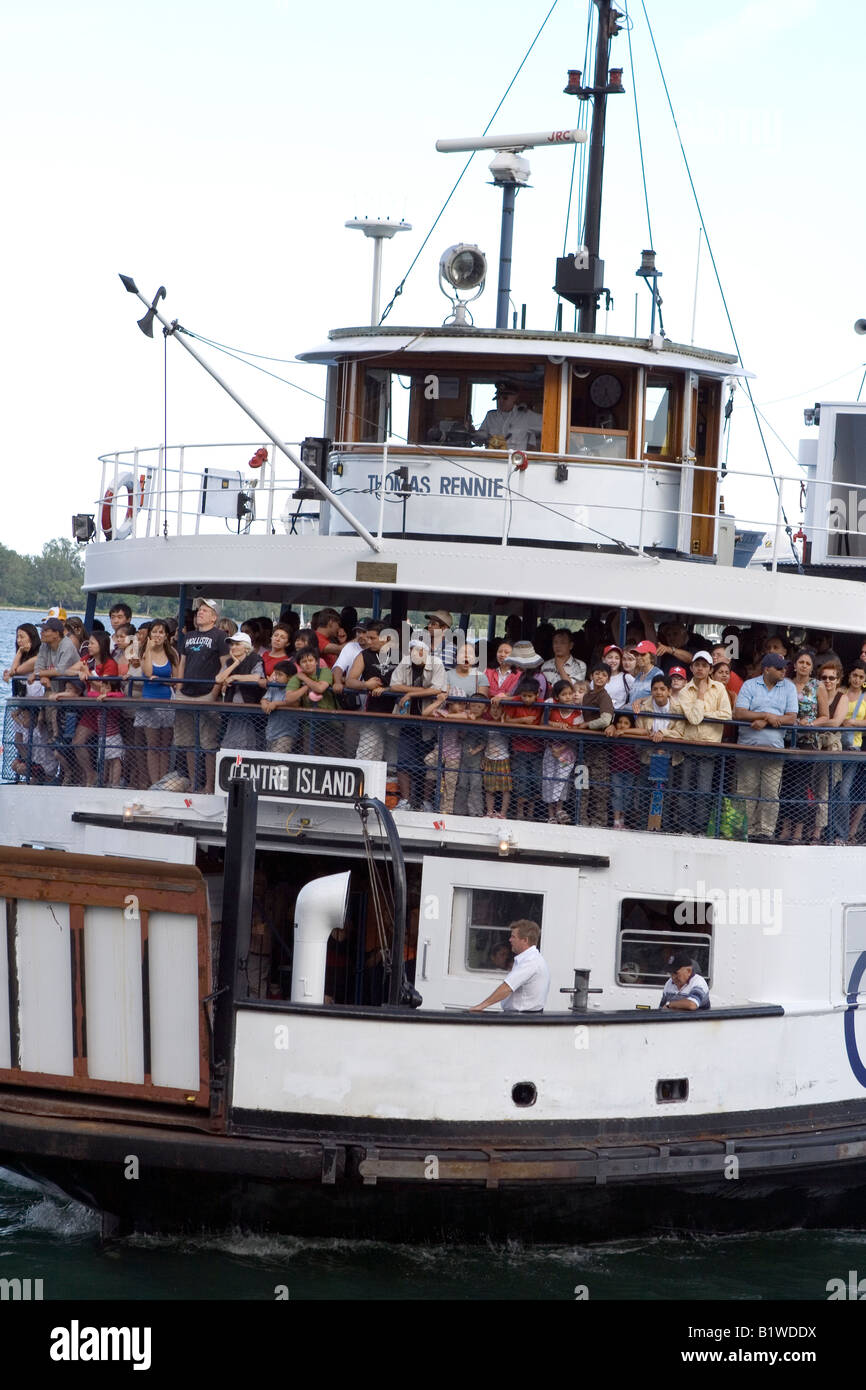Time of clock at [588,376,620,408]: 6:25
